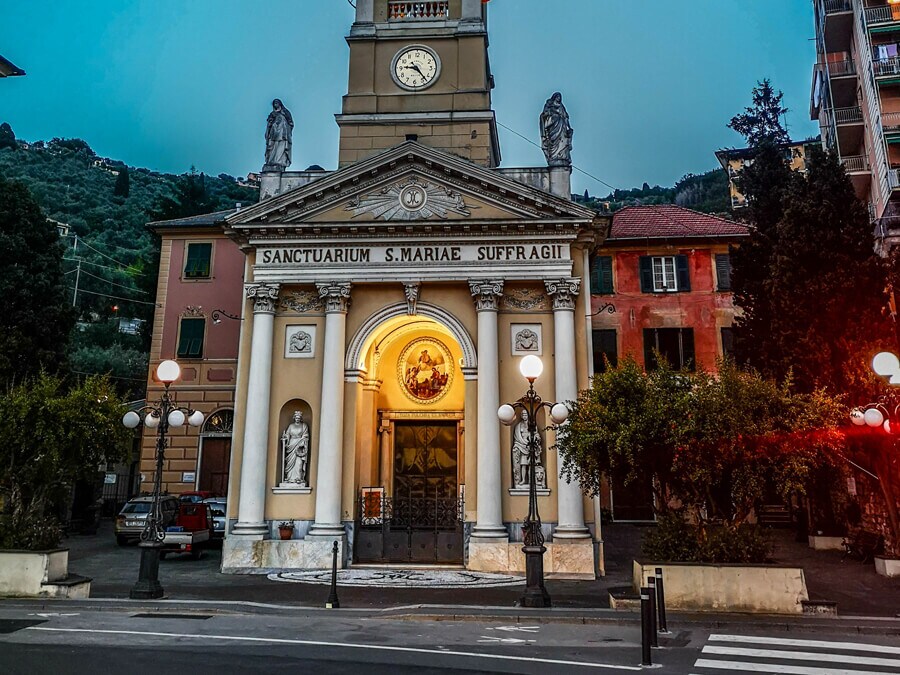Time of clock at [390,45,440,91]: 9:23
